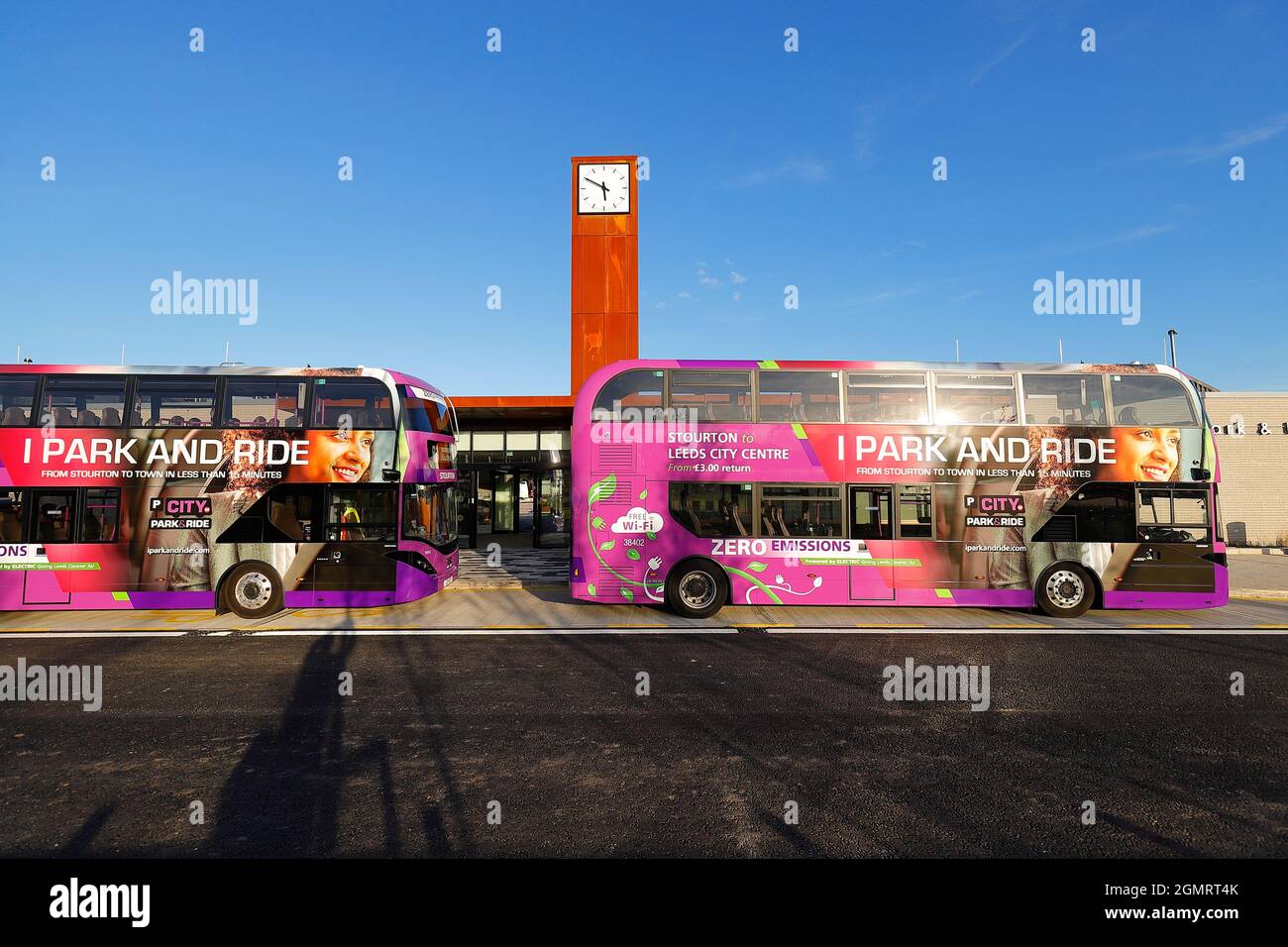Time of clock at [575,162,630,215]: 5:49
